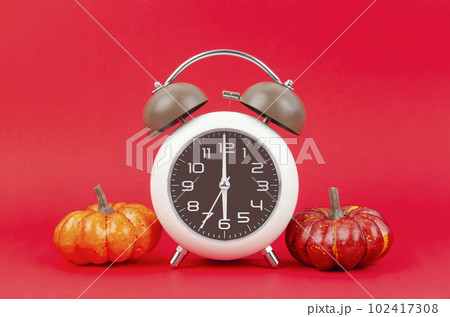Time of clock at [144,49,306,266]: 6:00
